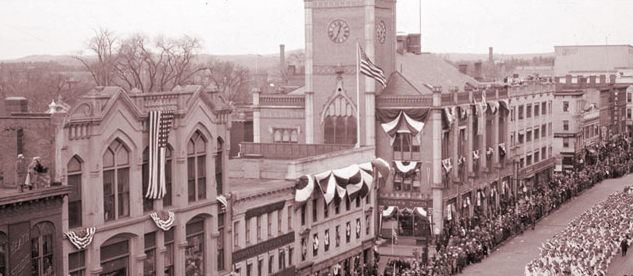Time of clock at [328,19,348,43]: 12:33
